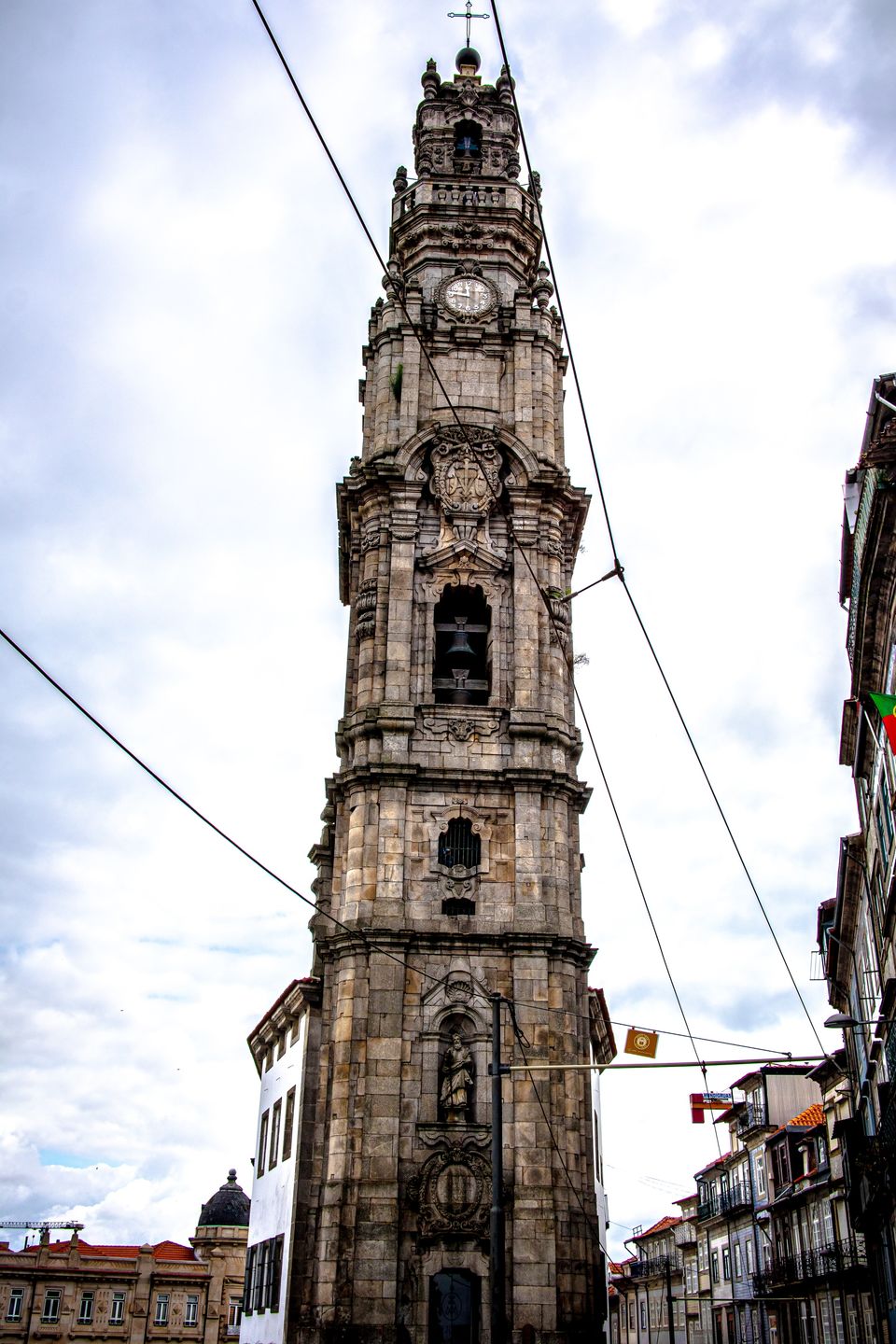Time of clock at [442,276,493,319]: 11:46
